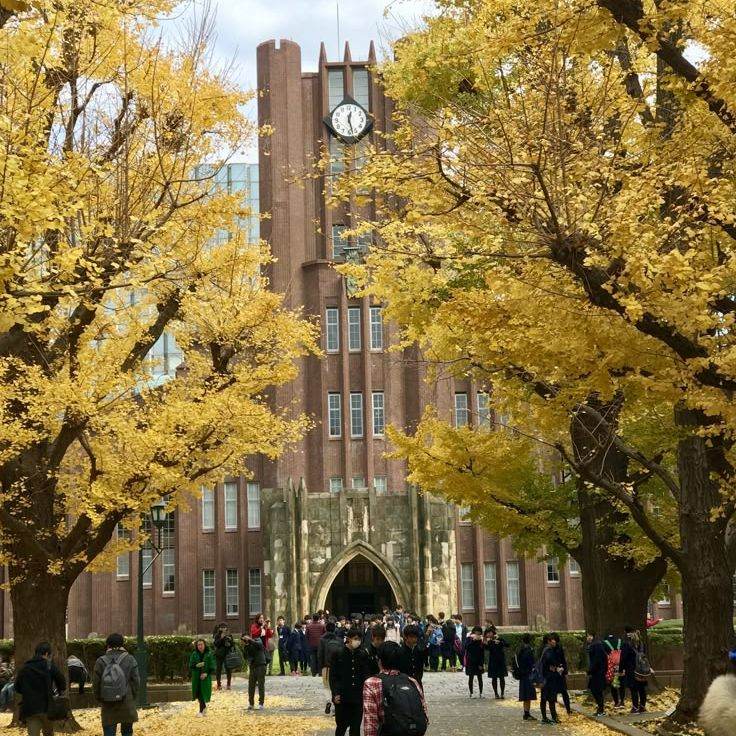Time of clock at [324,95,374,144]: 12:27
